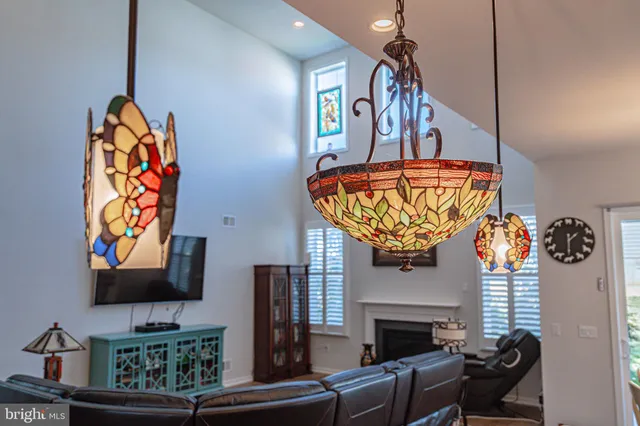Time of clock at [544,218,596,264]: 1:29
